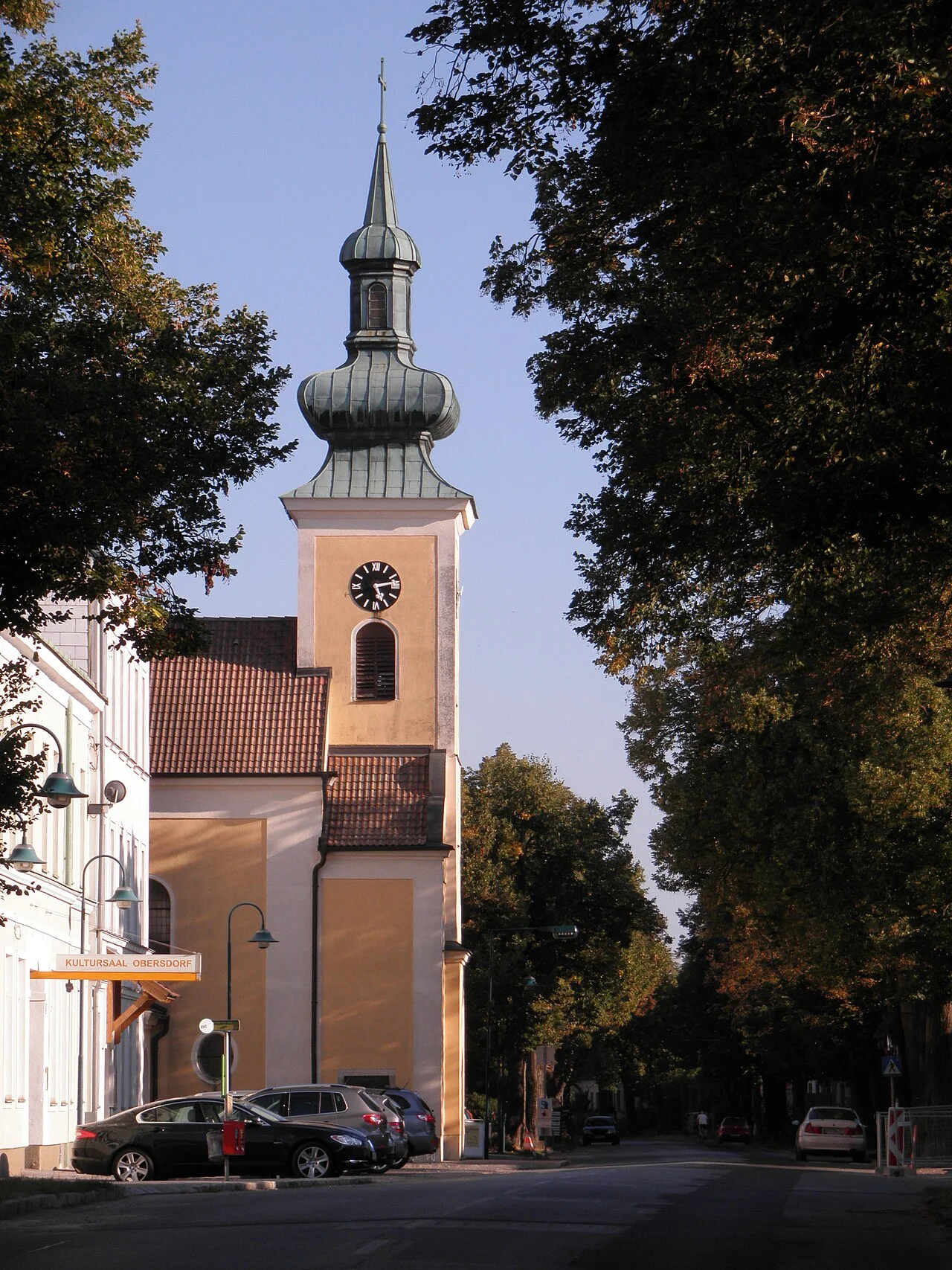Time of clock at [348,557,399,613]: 5:13
